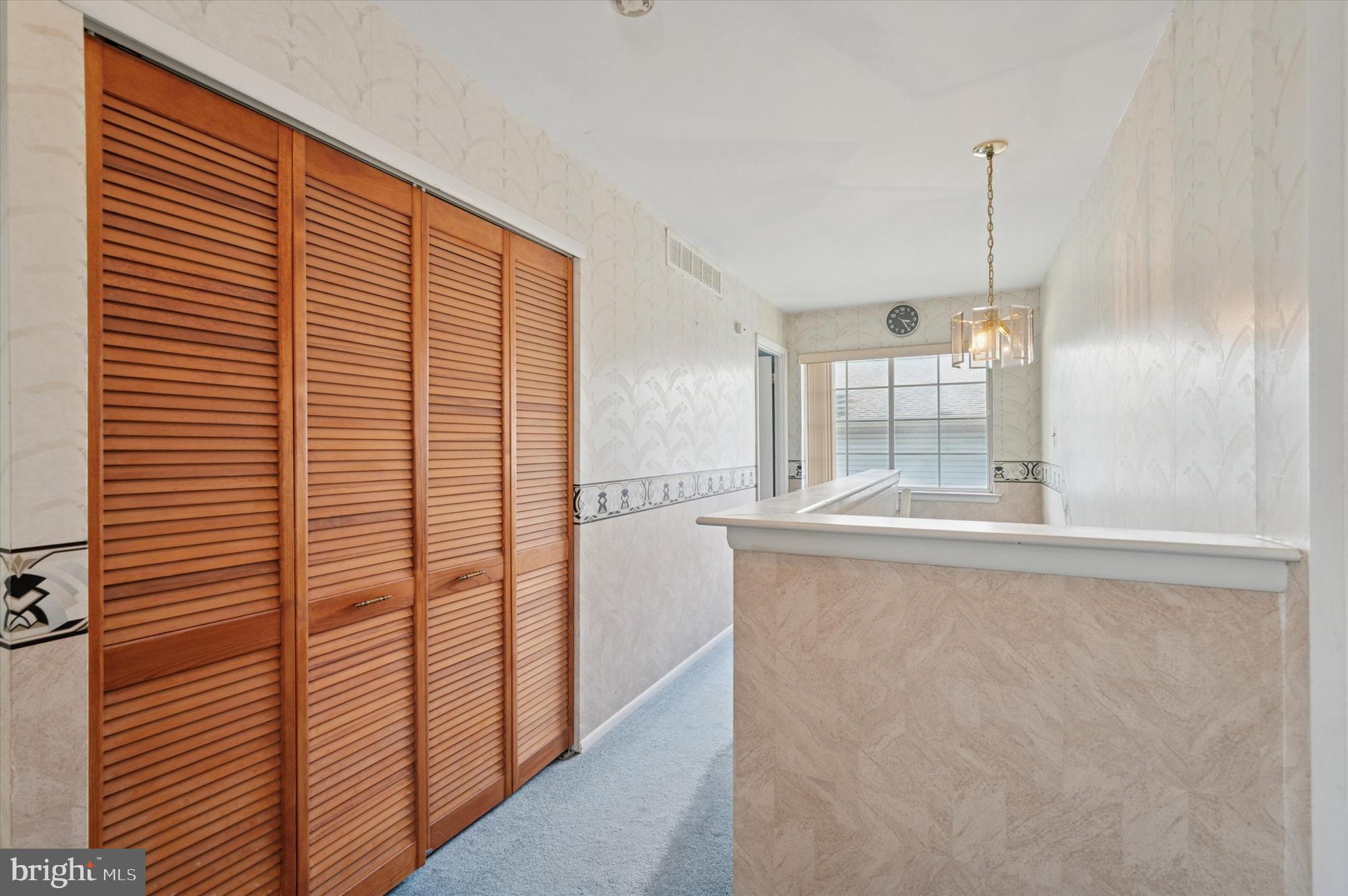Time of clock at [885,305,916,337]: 3:24
